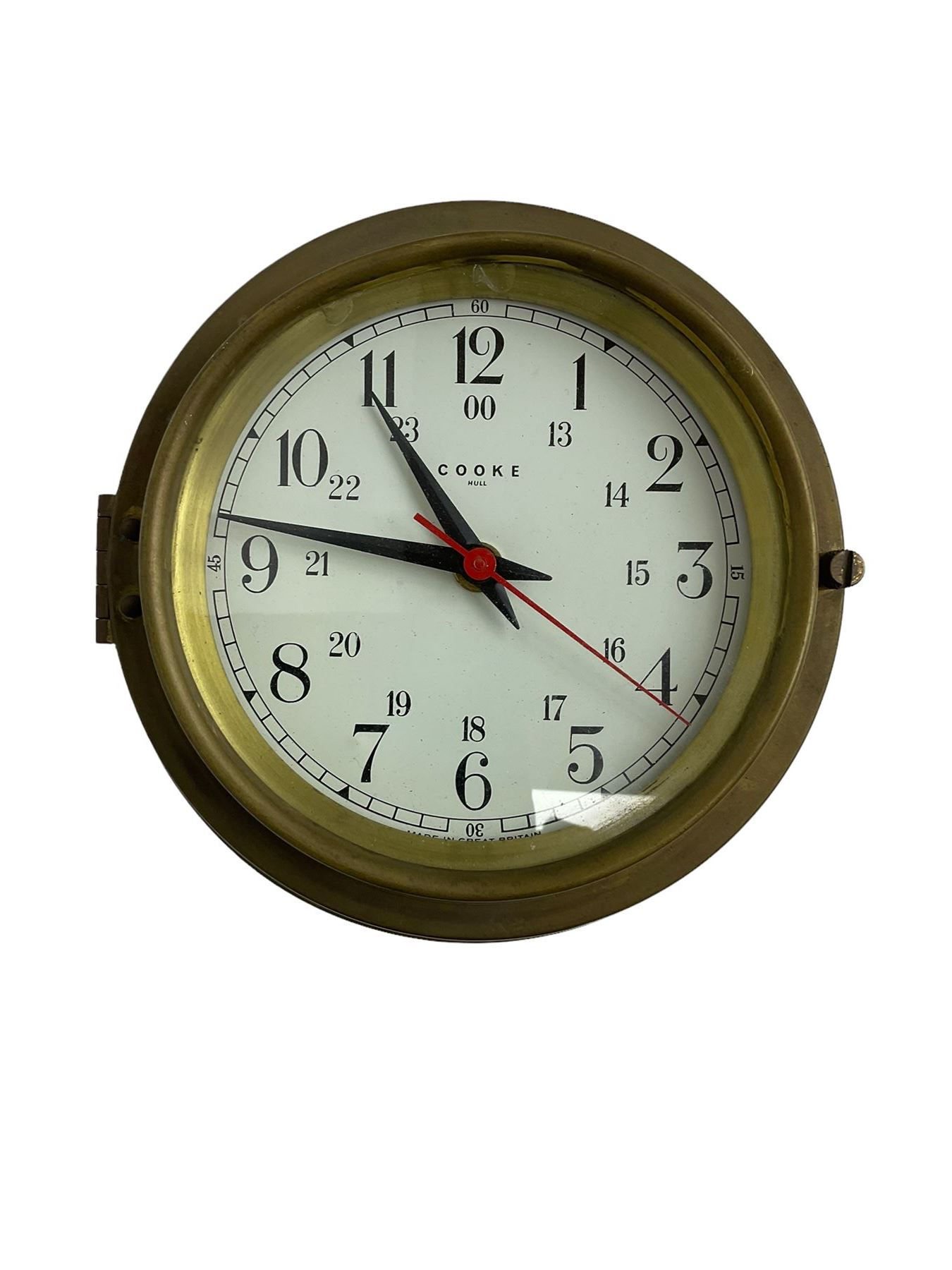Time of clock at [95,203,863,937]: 10:46
